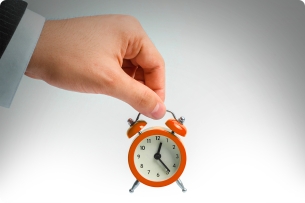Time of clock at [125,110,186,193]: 12:23
